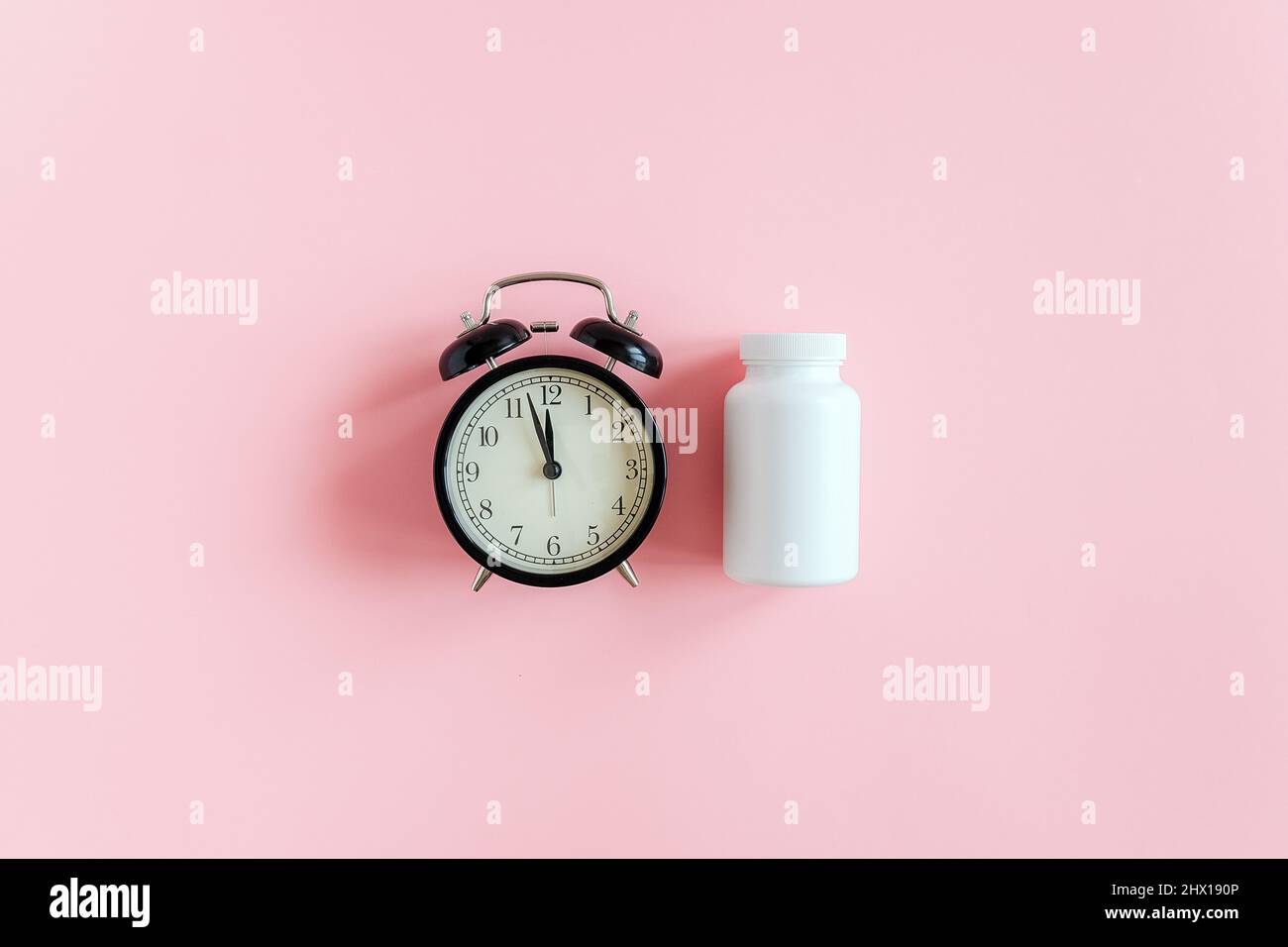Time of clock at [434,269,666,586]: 11:57
